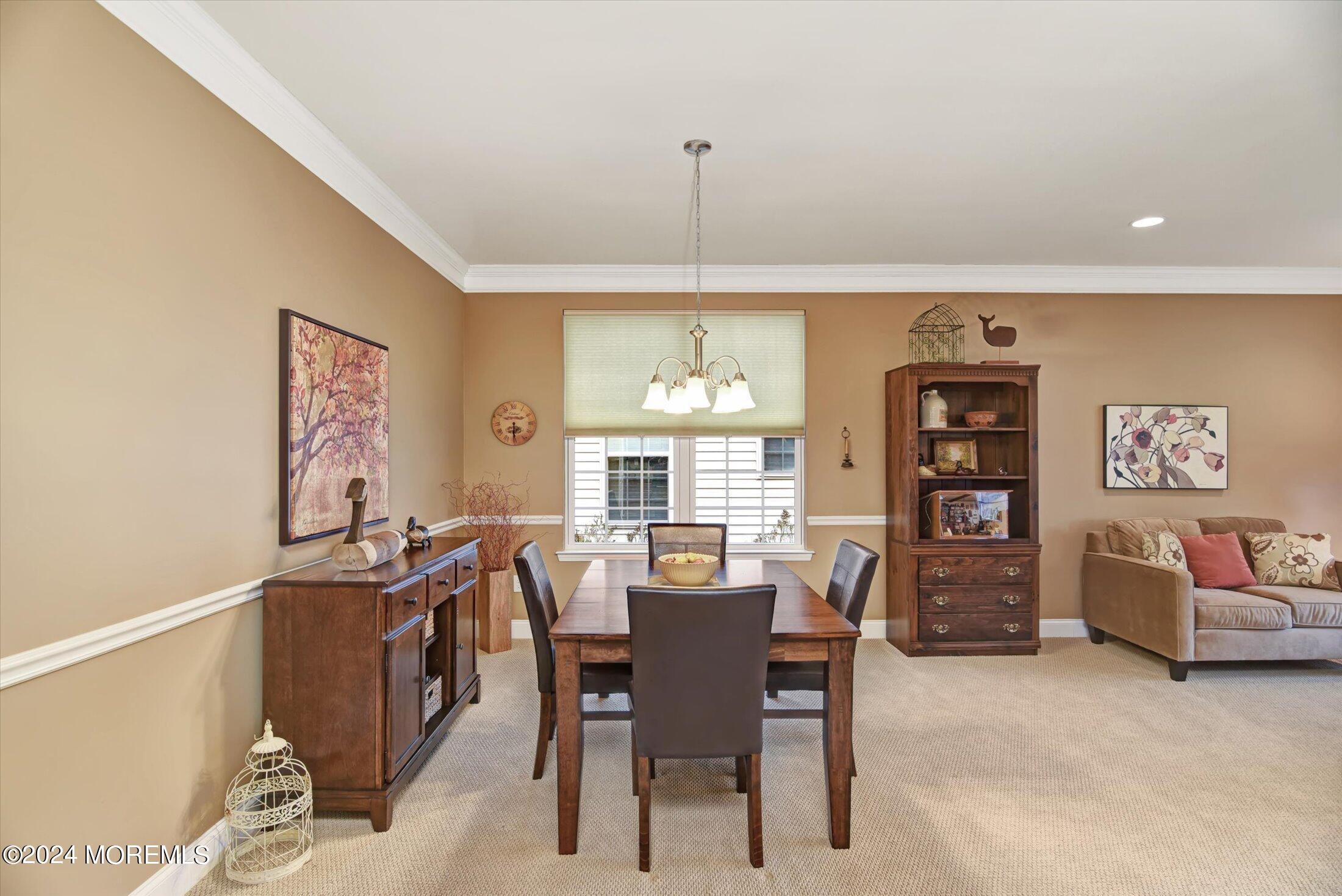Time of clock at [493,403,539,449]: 6:30
